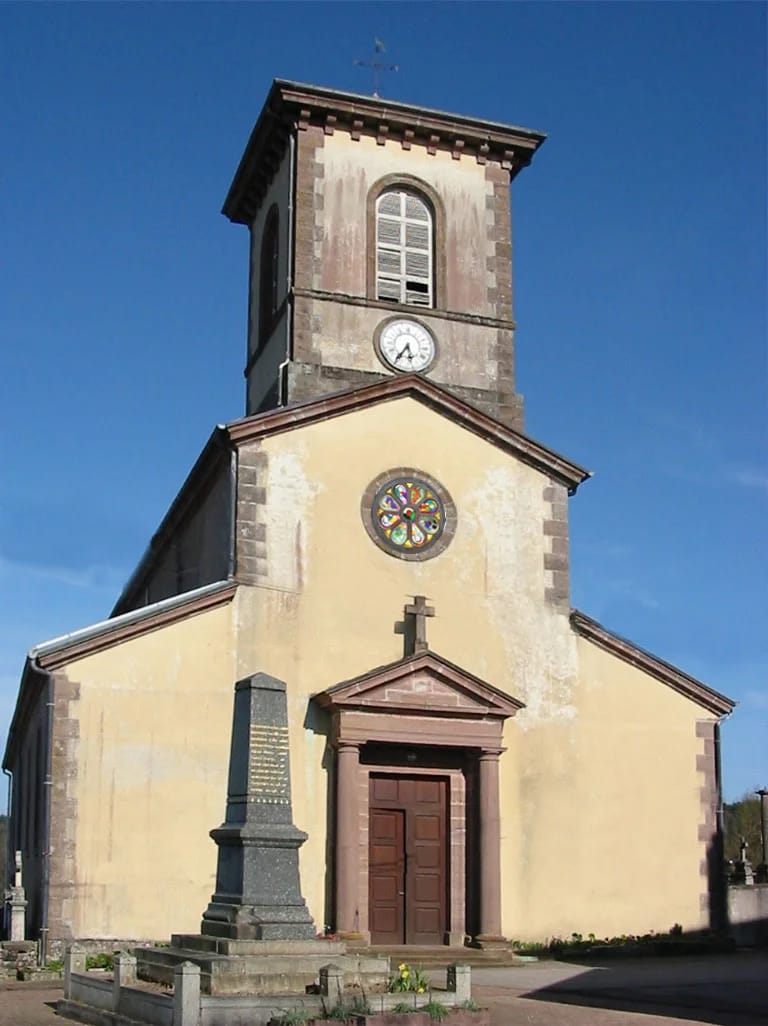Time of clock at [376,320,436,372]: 5:35
